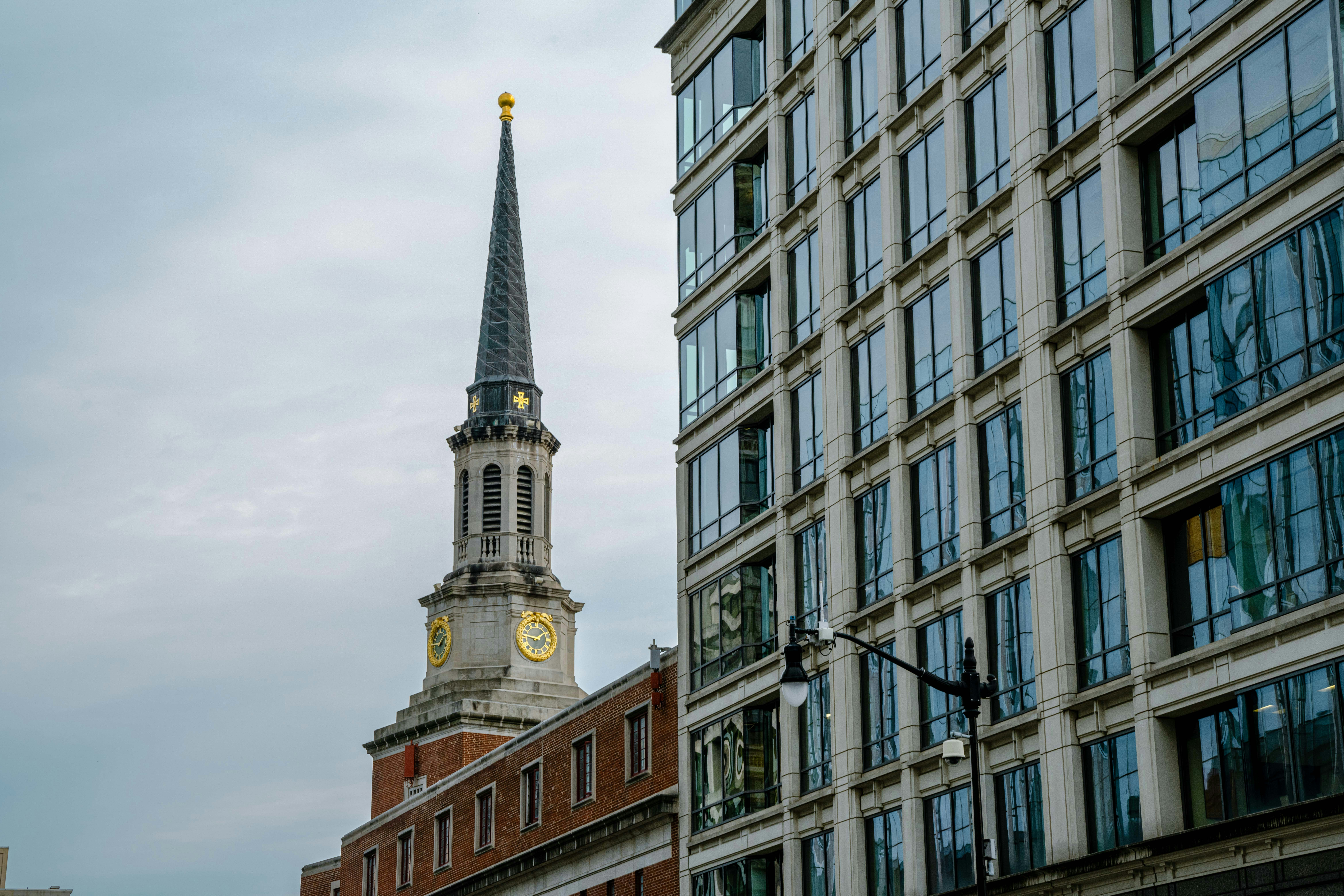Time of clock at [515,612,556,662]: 1:46
